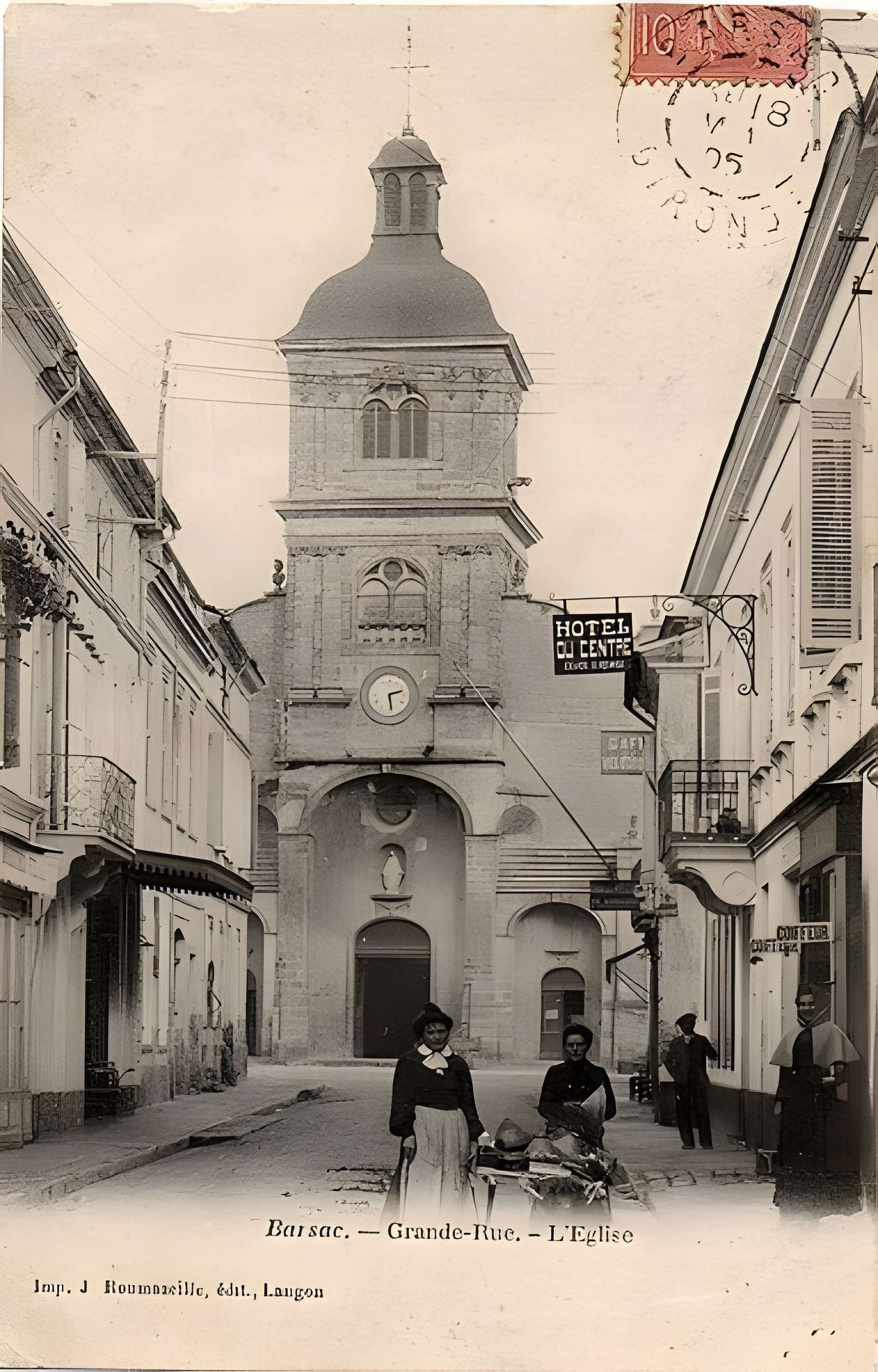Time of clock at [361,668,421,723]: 2:28
